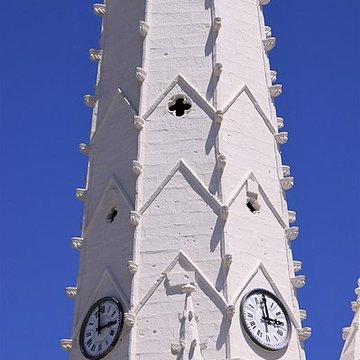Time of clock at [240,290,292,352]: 2:58
